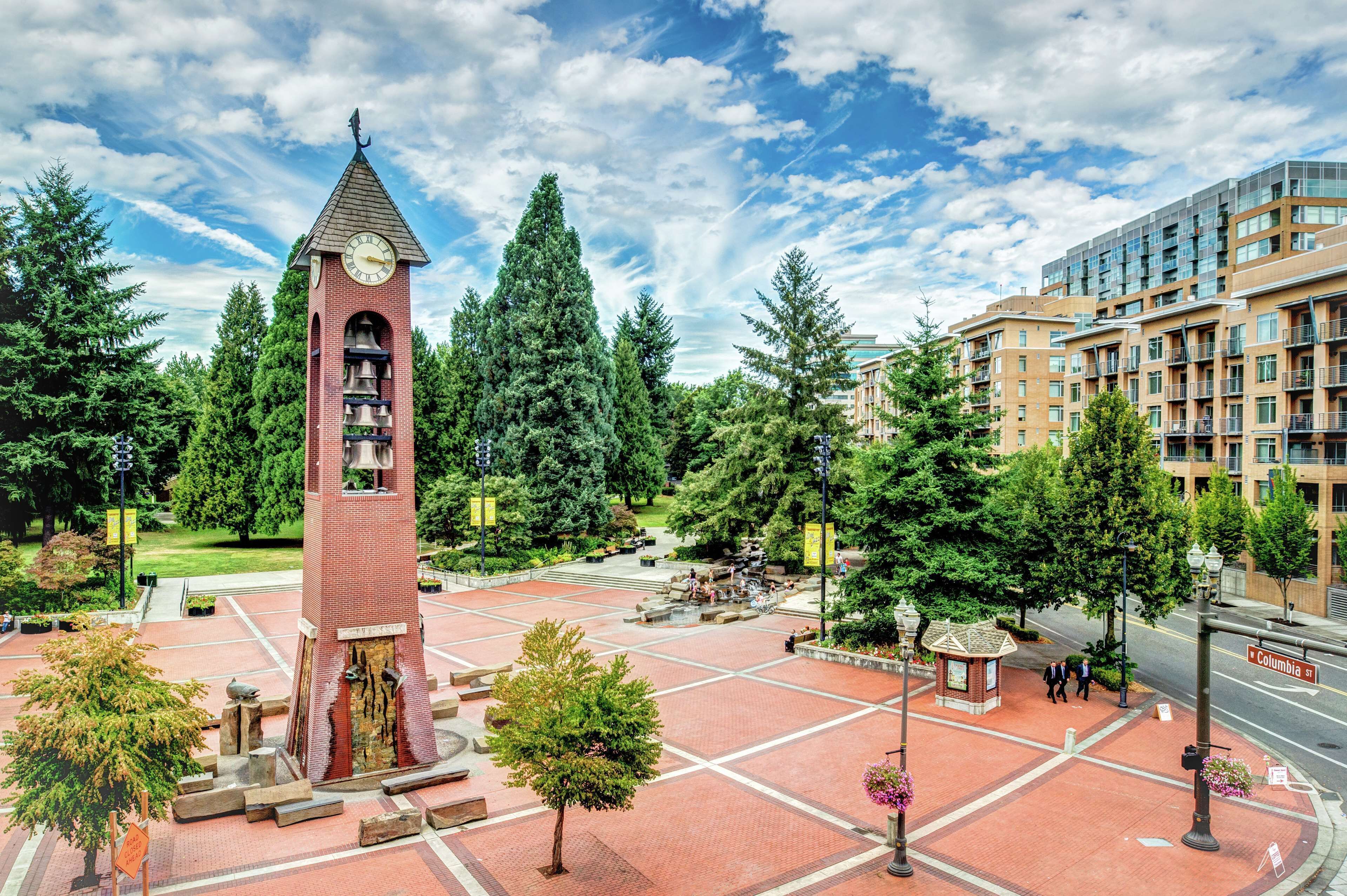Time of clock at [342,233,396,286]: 3:16
